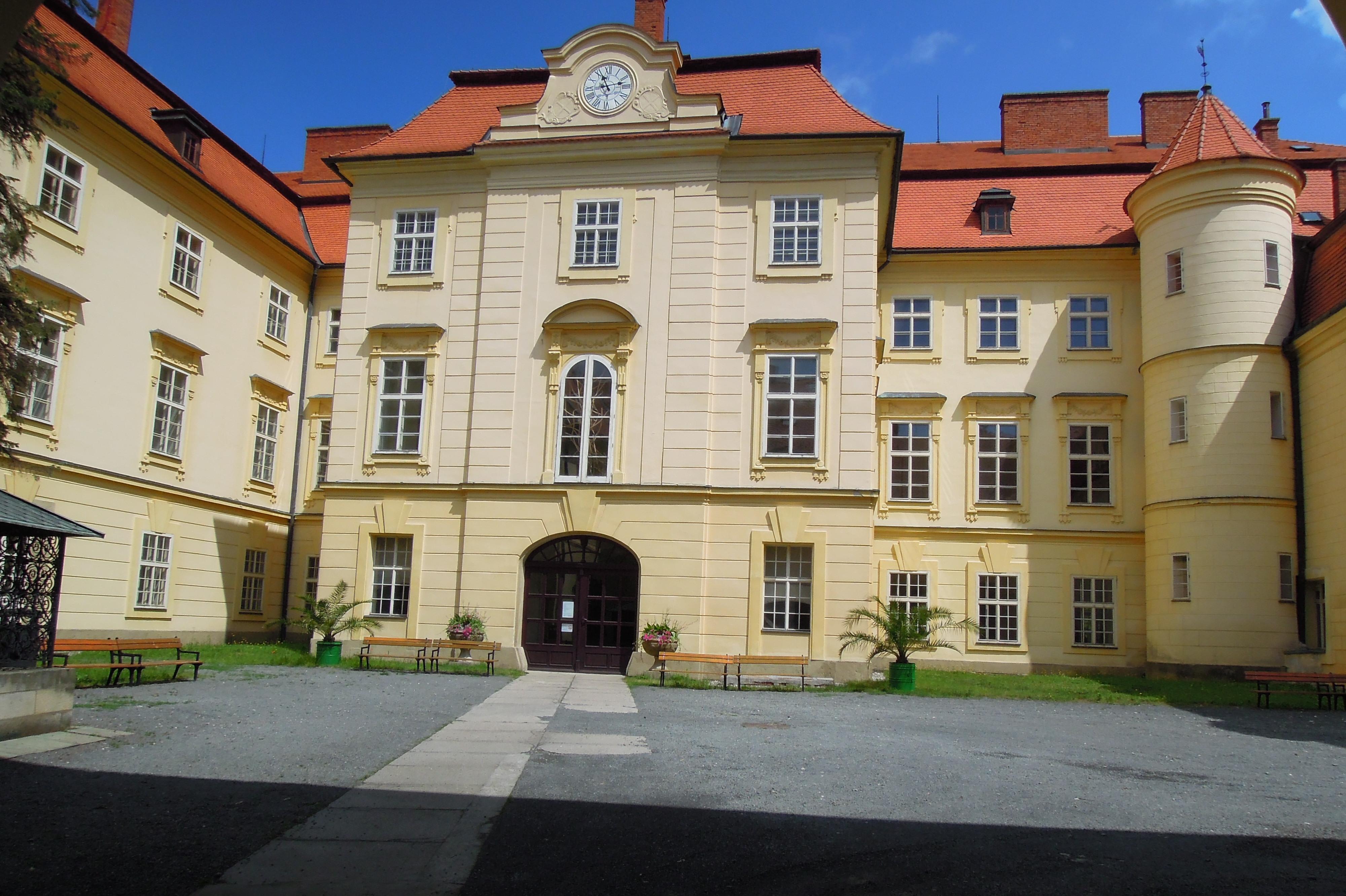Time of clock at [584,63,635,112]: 11:12
